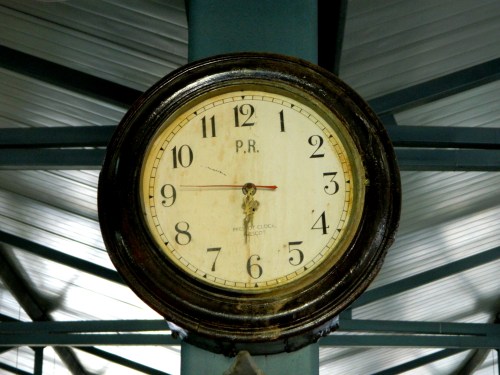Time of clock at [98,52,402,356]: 5:45
